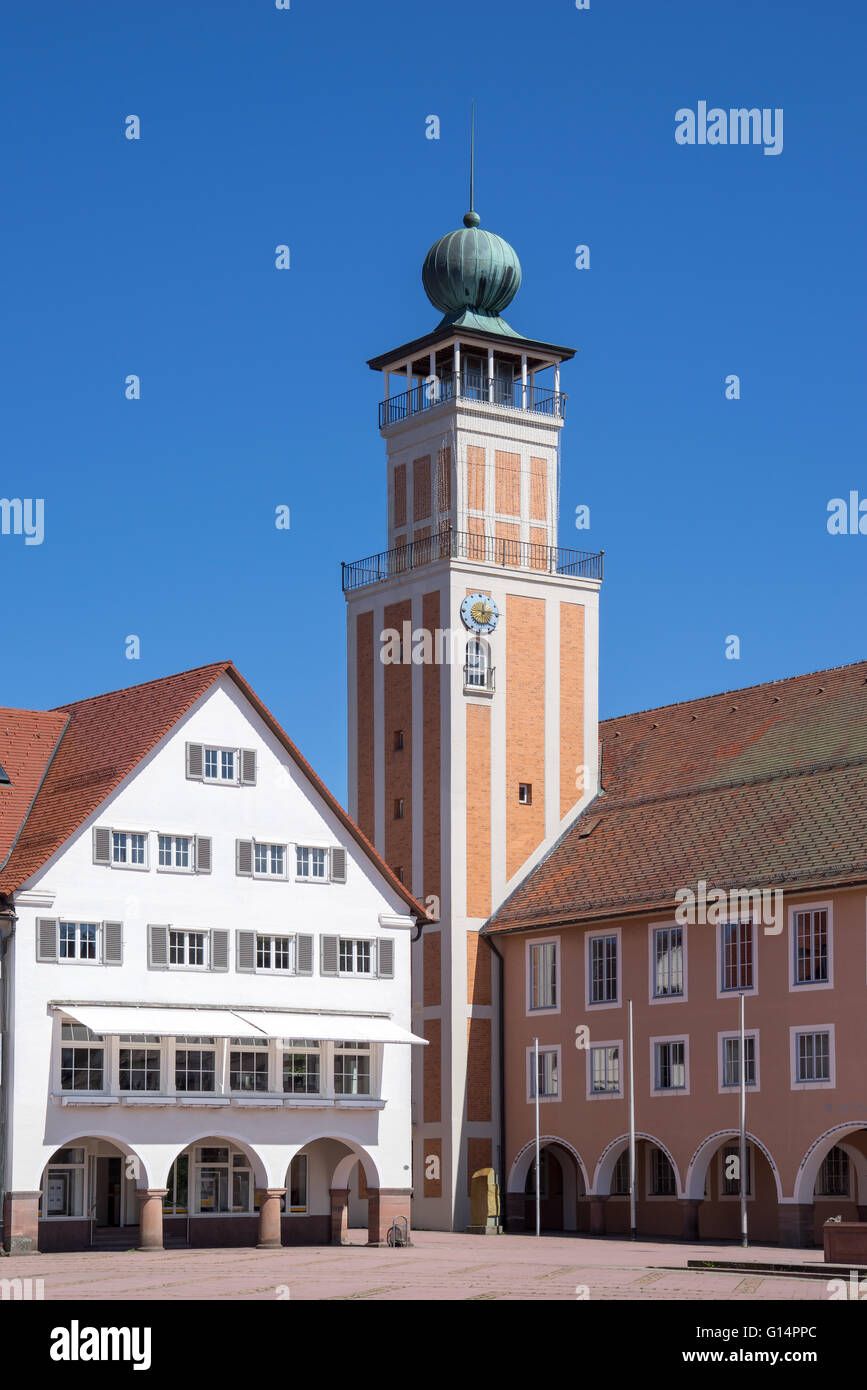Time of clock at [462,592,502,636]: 12:14
